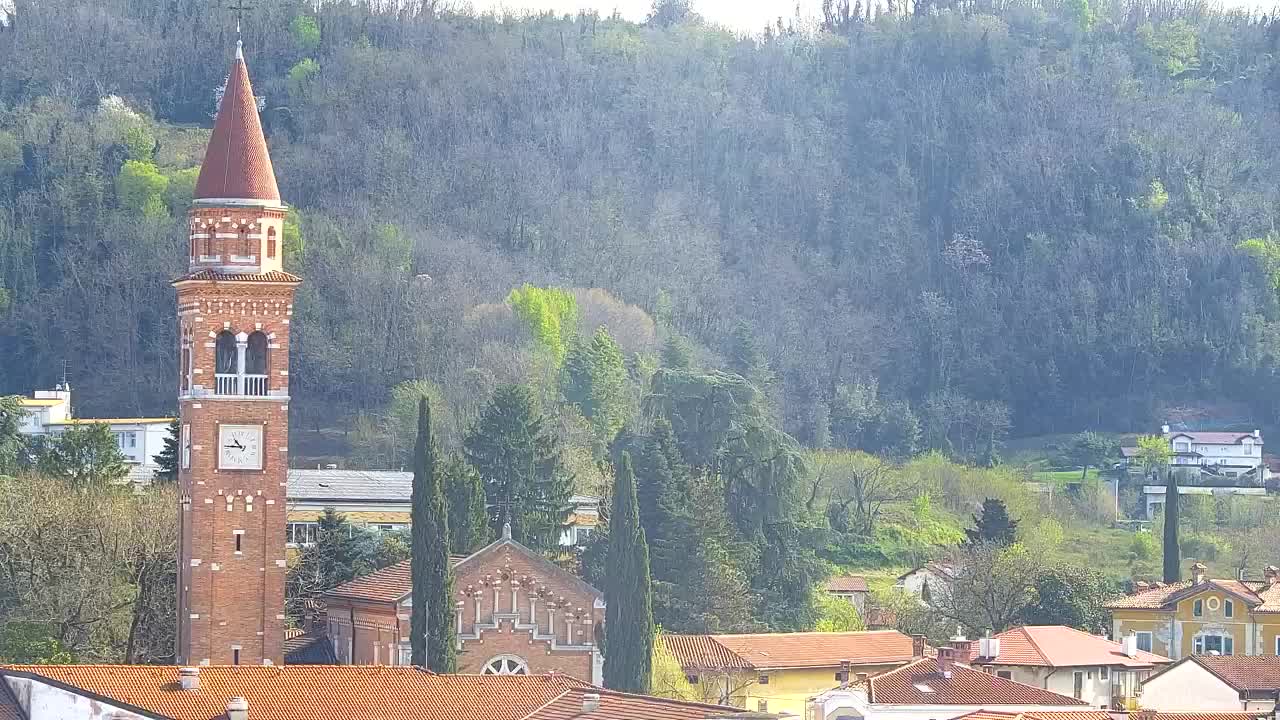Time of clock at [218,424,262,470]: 10:45
